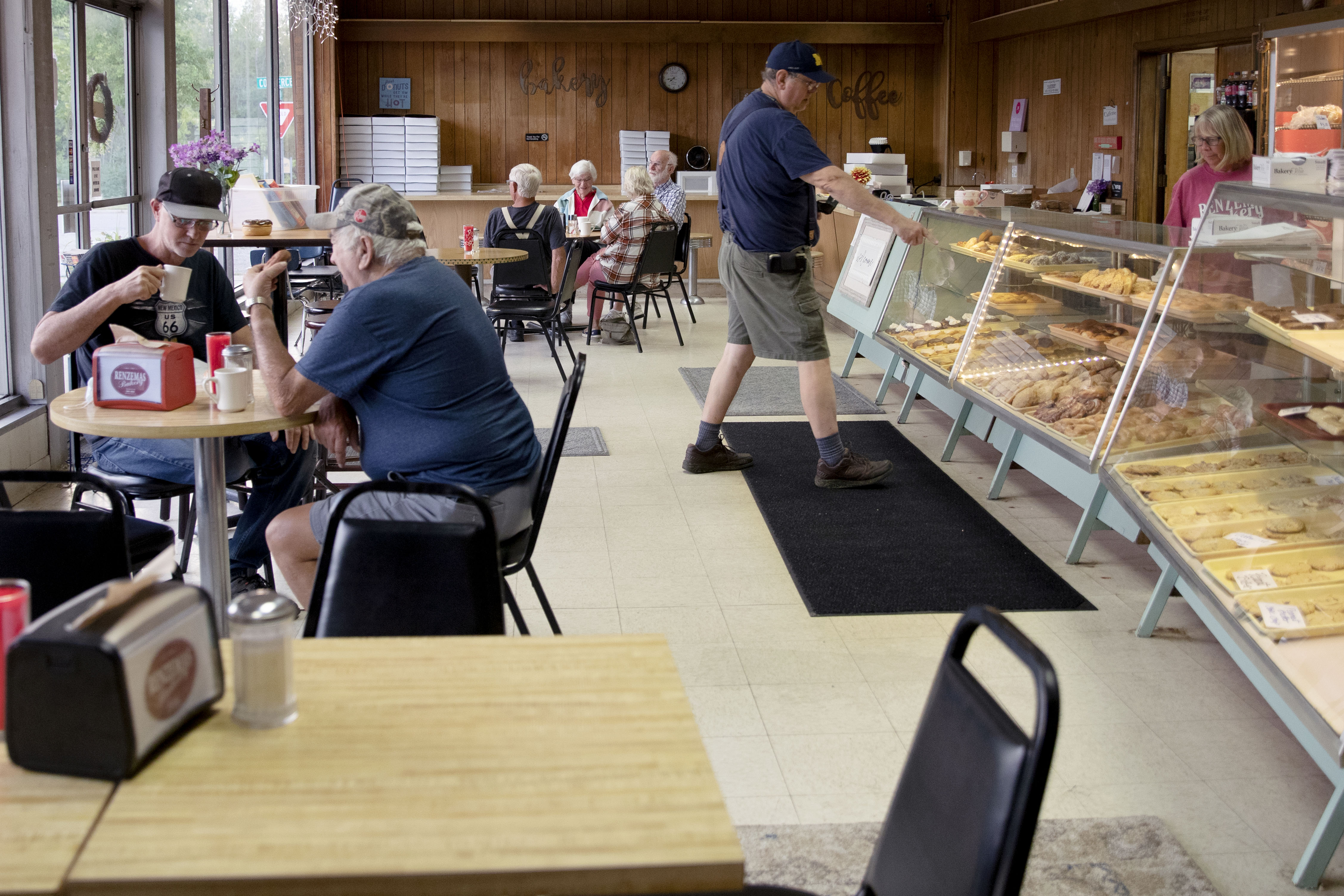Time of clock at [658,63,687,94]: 7:42
